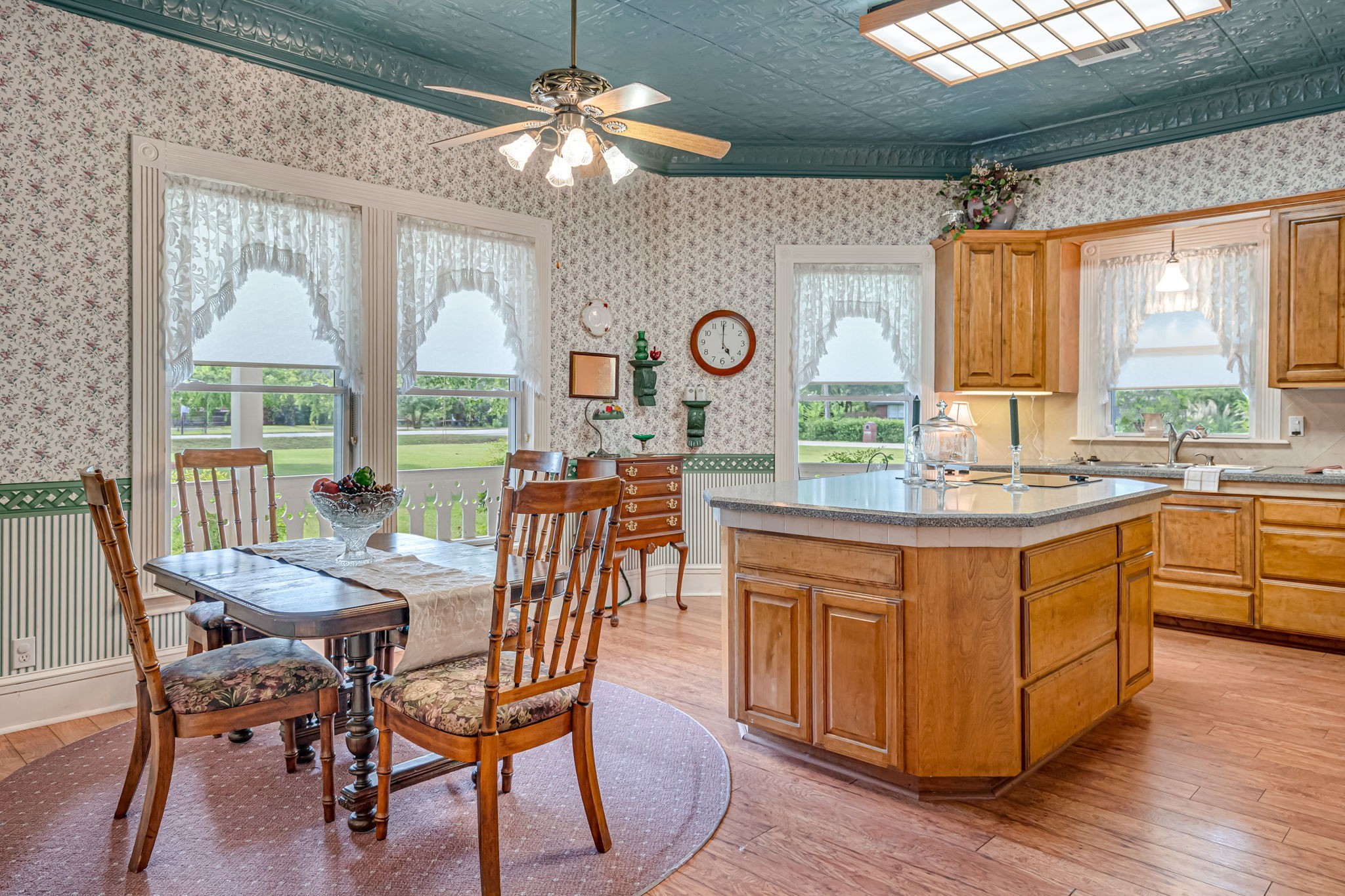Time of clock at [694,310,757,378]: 5:00
